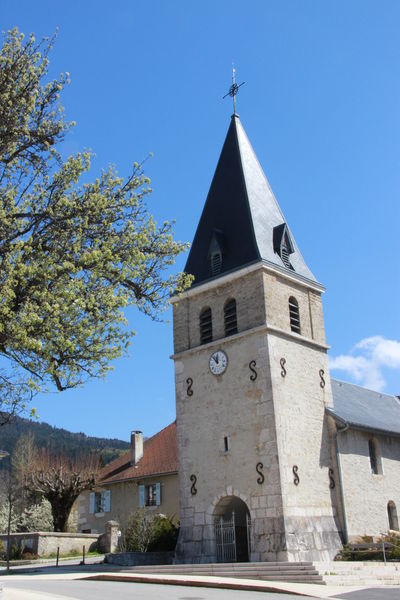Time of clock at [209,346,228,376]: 11:52
